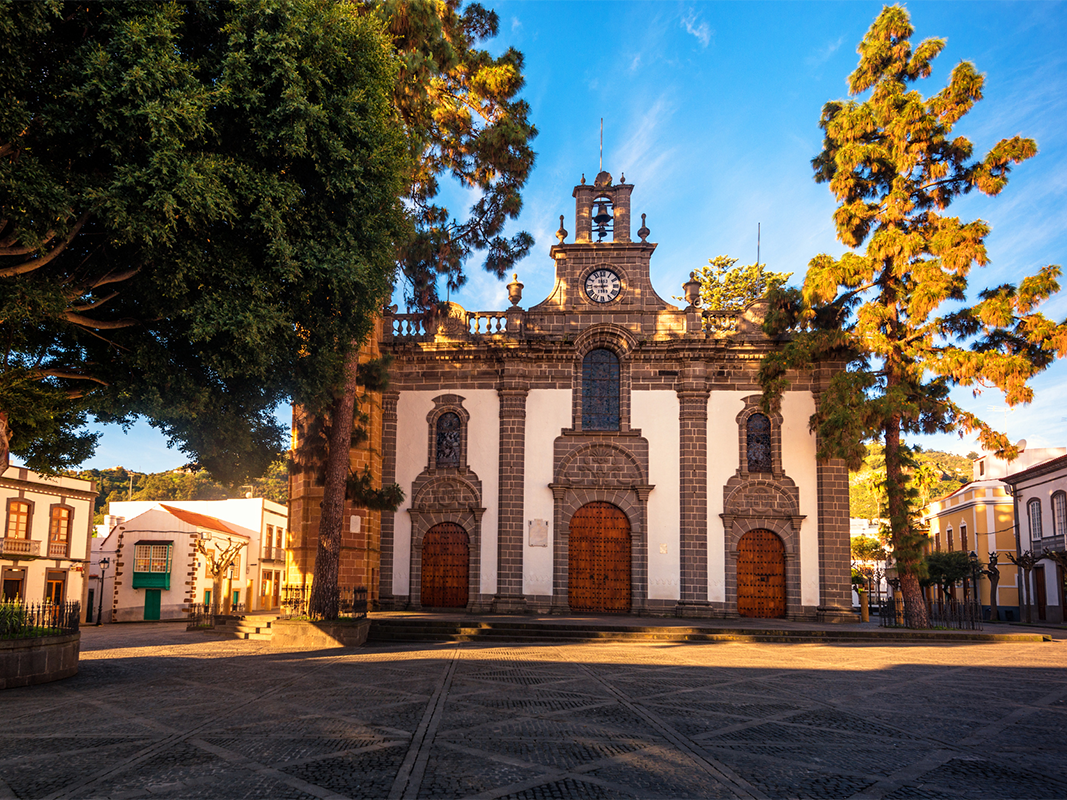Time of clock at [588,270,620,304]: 8:58
